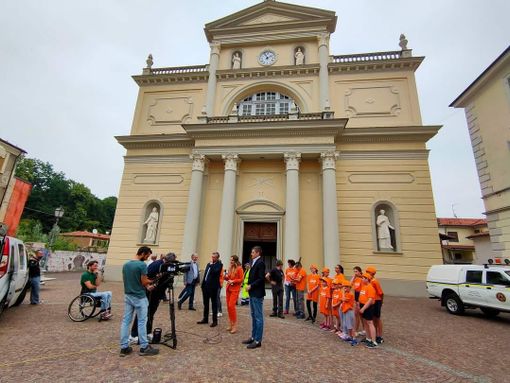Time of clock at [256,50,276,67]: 1:56
